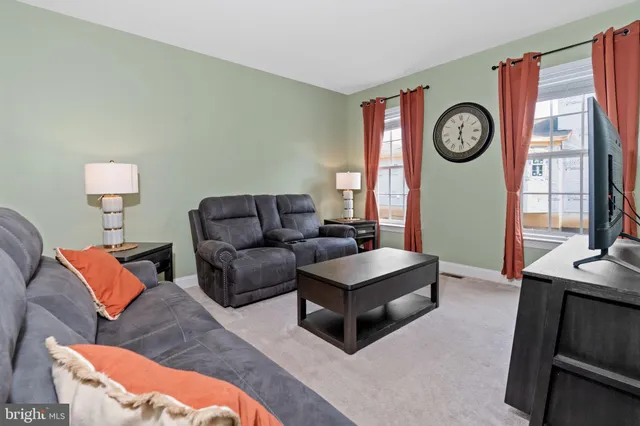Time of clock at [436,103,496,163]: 12:28
